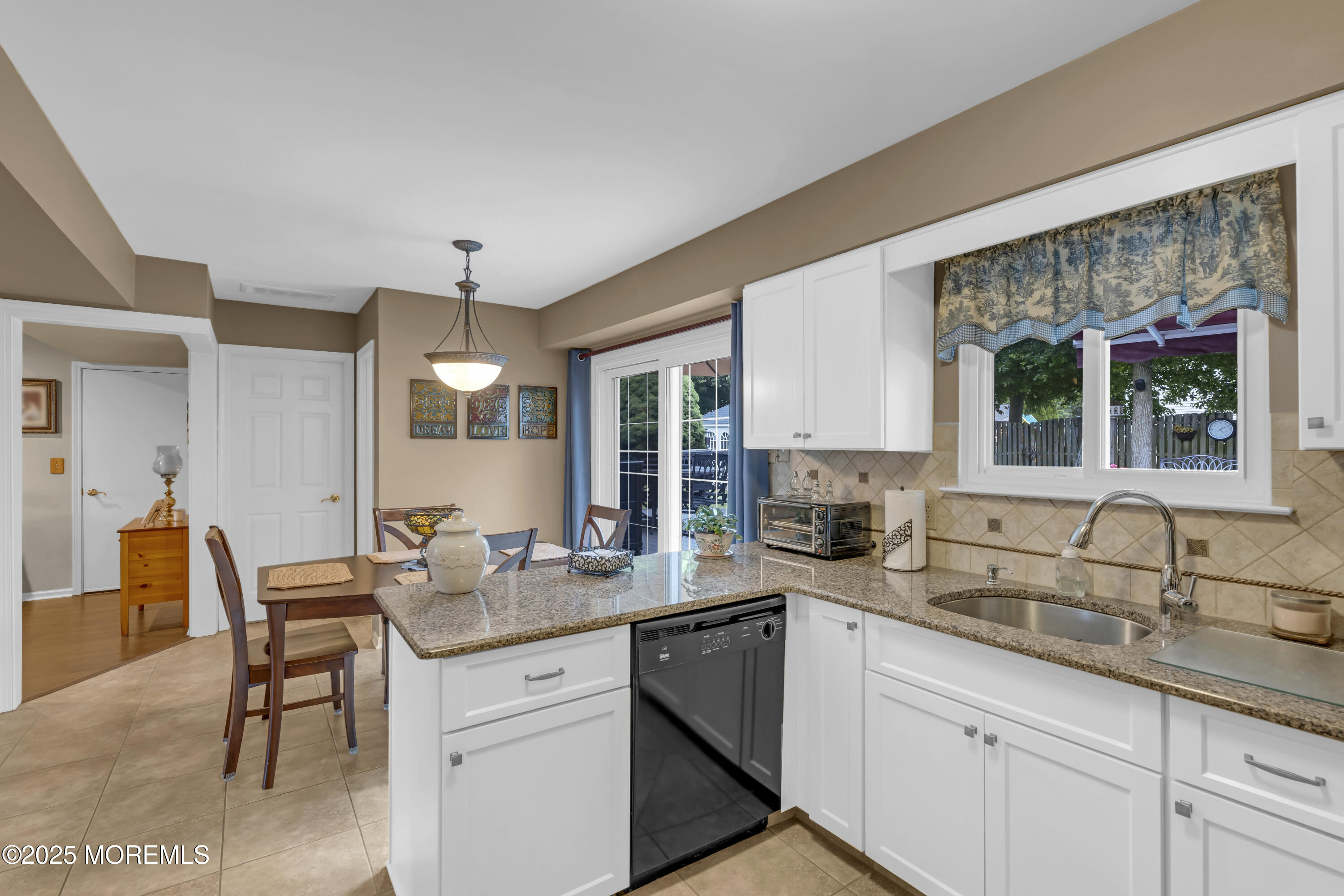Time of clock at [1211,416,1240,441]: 5:10
